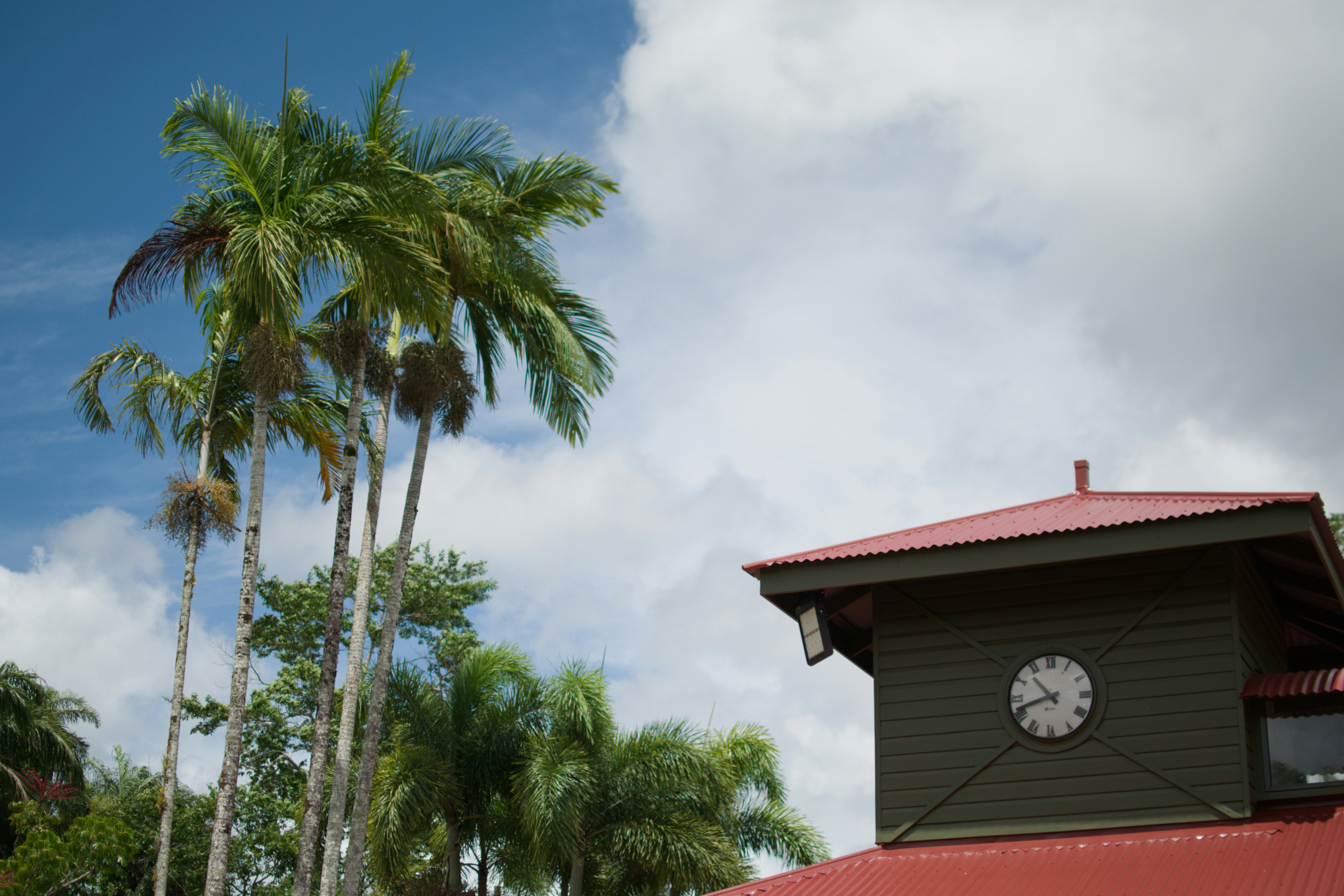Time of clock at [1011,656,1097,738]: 10:41
